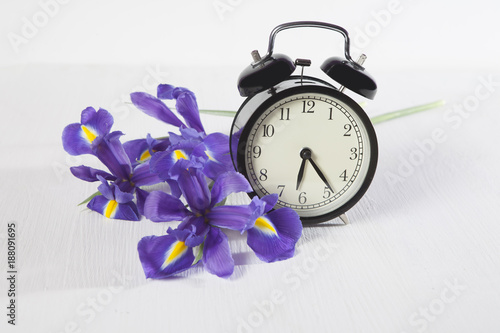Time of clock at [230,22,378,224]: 6:23
